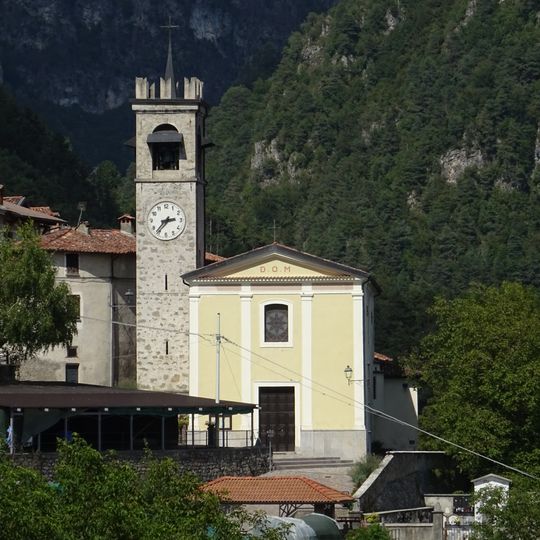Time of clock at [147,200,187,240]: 2:37
